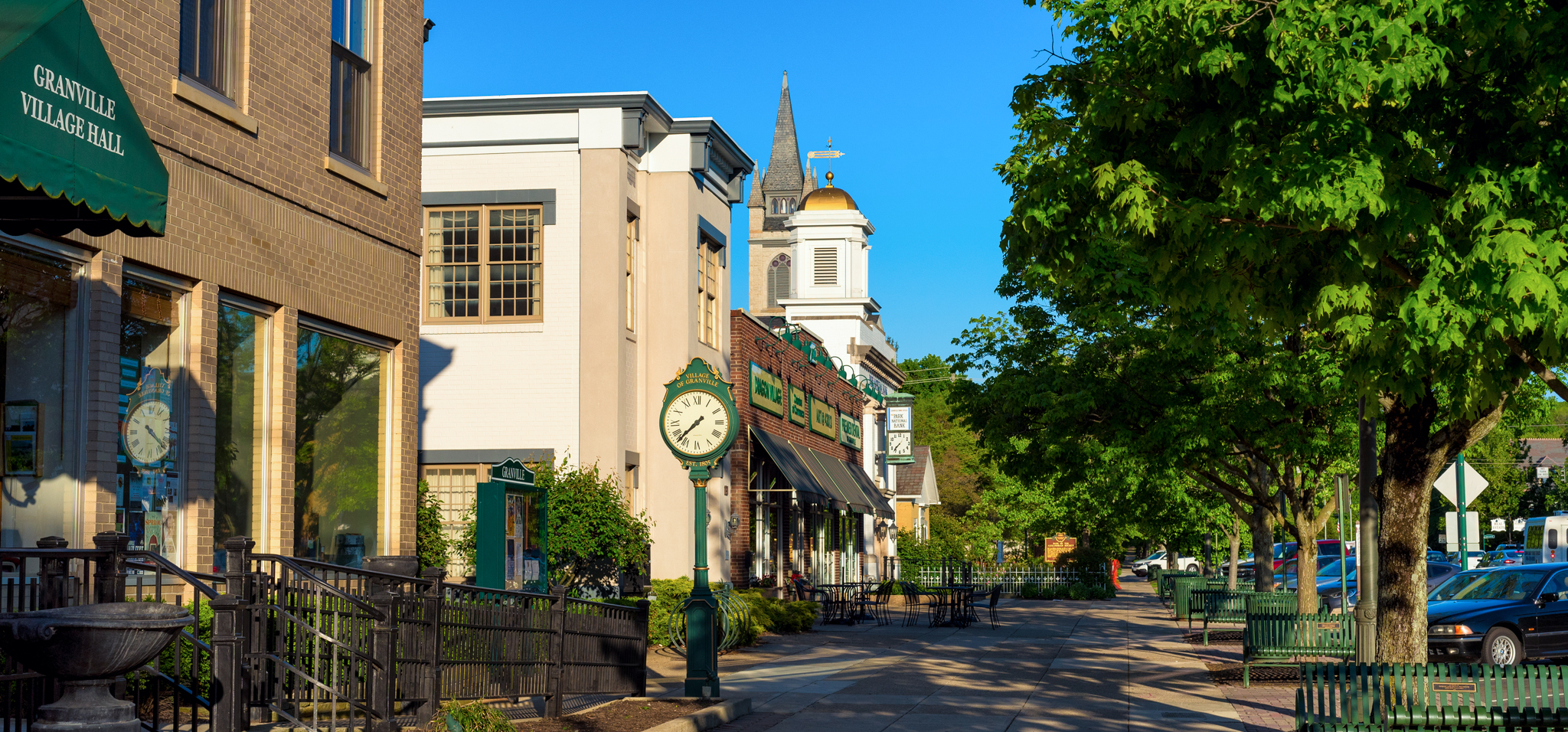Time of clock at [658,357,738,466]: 7:37
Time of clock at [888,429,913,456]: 7:36
